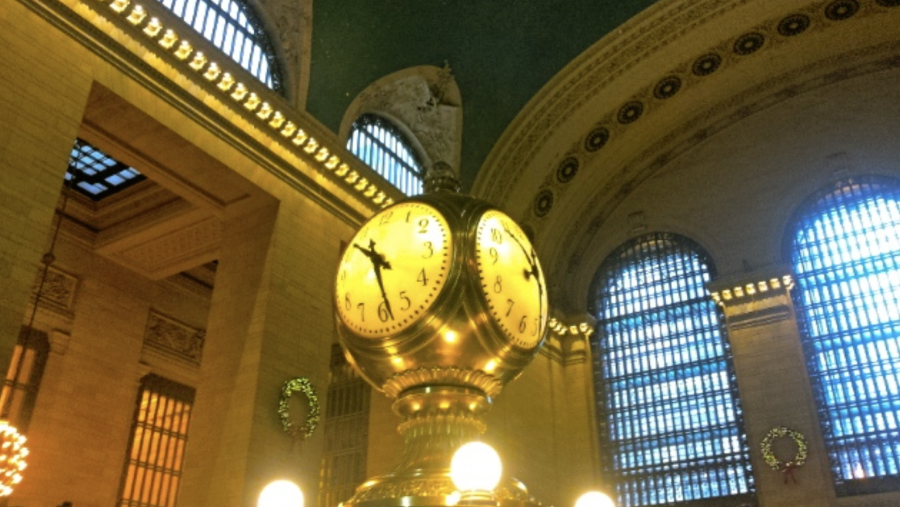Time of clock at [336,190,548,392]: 10:28
